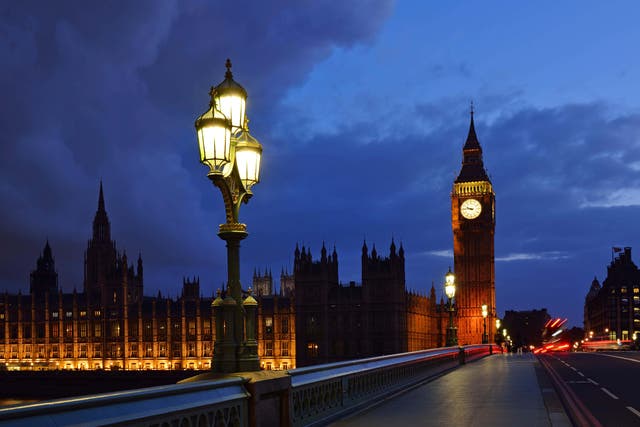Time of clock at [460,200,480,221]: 9:45
